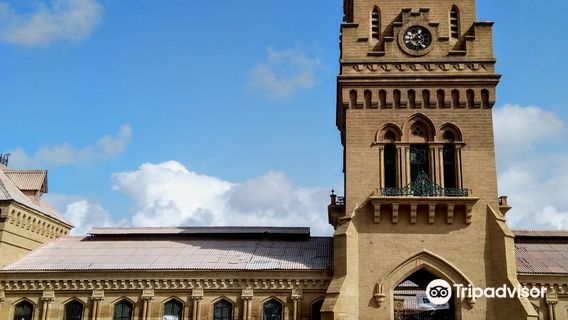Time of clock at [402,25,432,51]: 4:42
